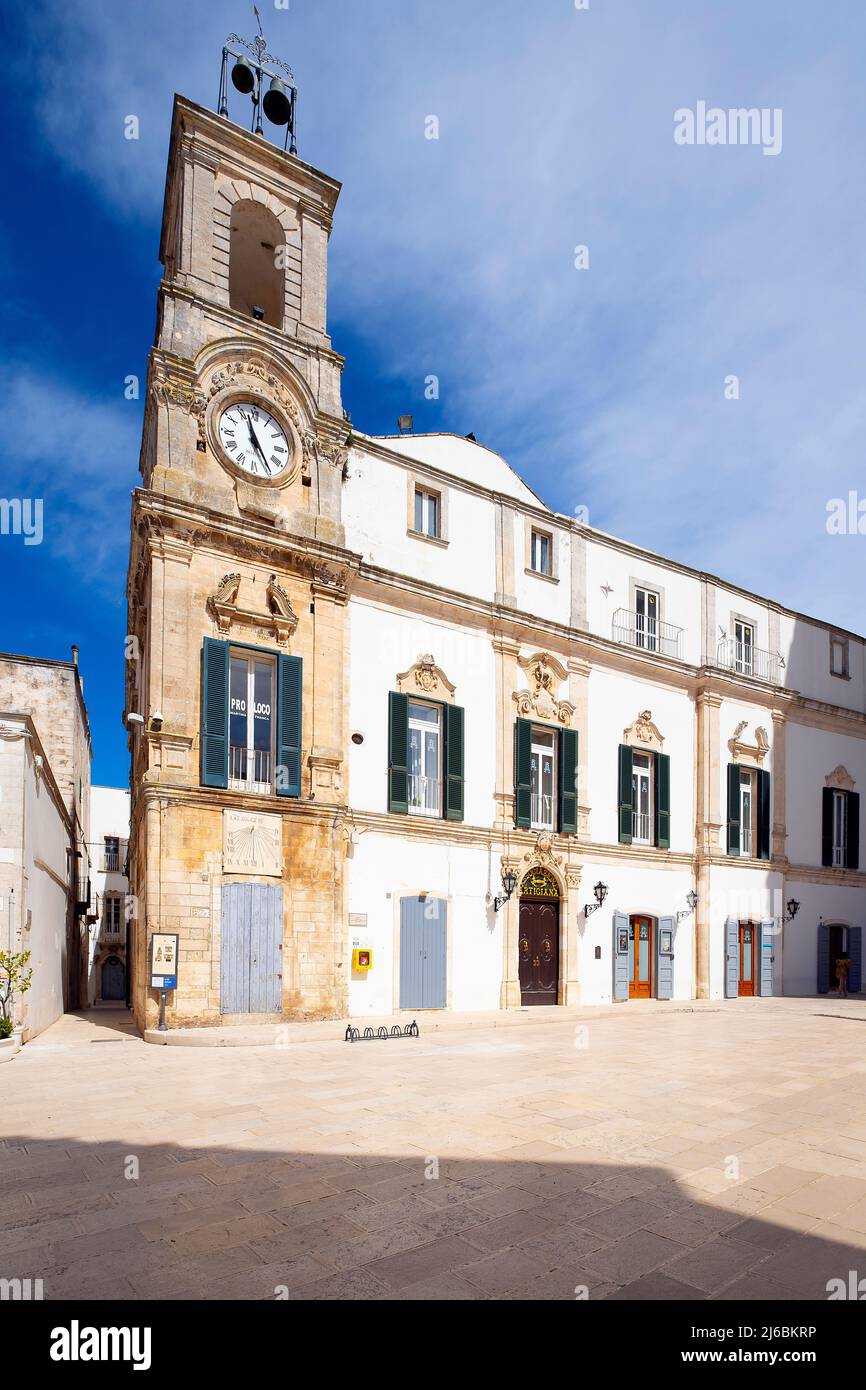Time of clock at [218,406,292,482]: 4:57
